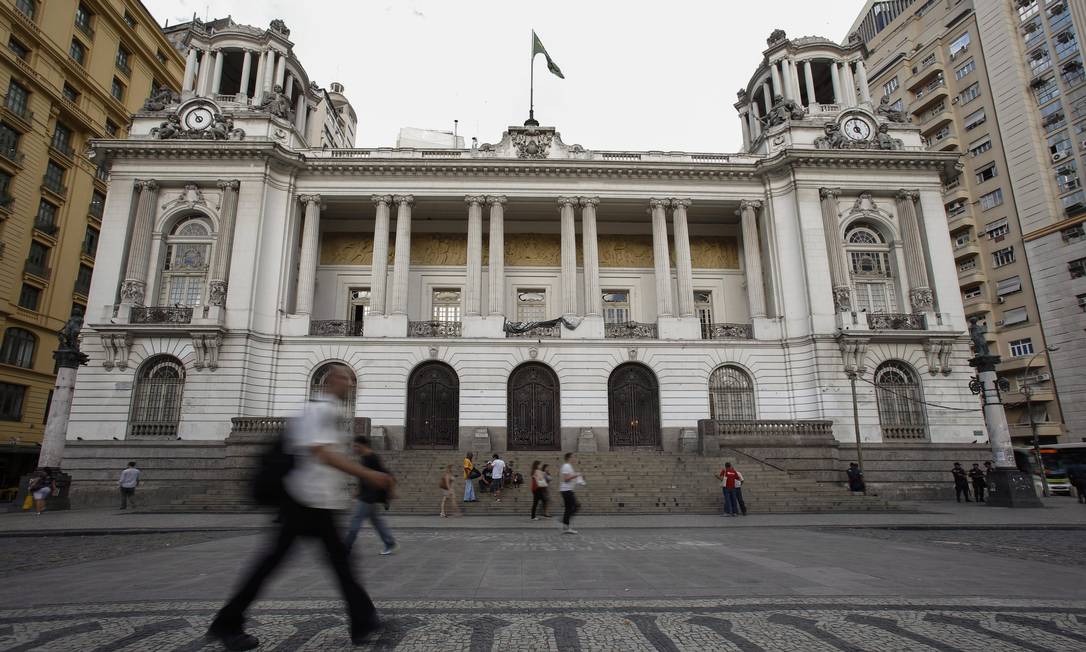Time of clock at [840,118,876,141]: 4:58
